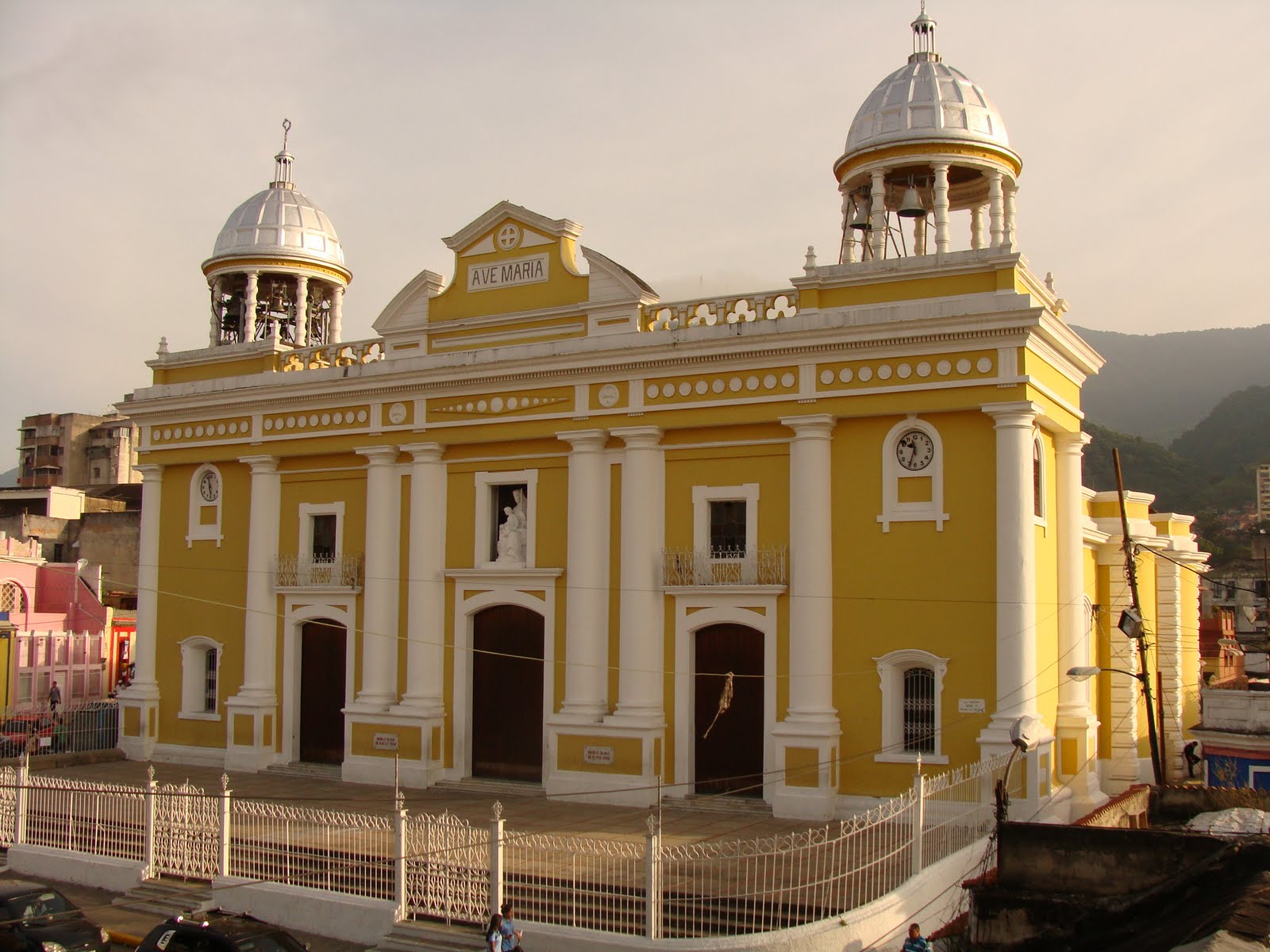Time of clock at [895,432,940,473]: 11:33
